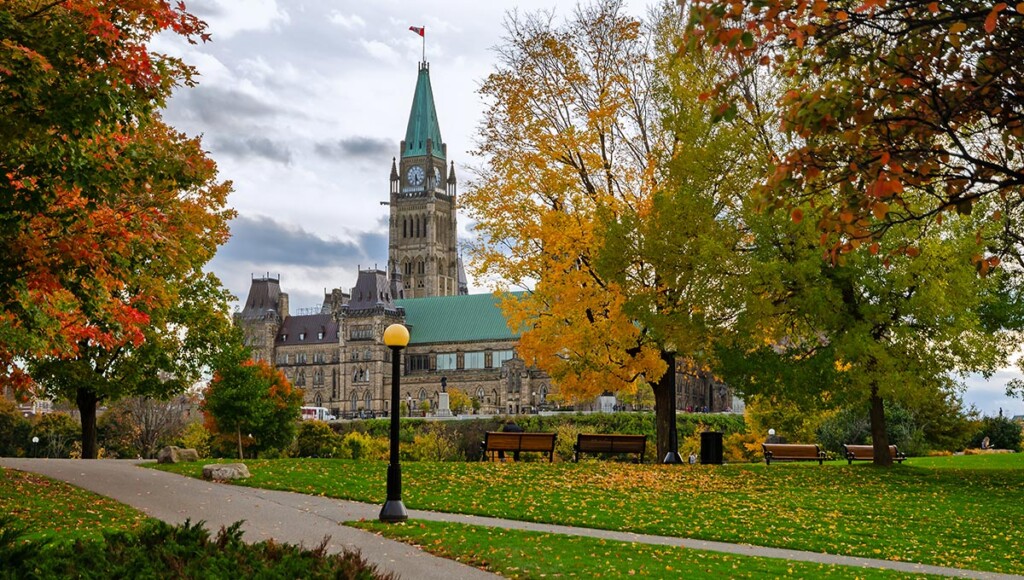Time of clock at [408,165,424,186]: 5:31
